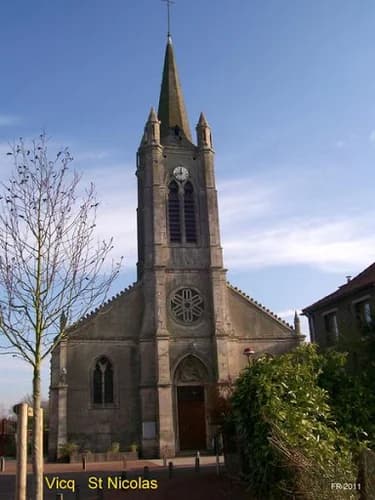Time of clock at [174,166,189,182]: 11:42
